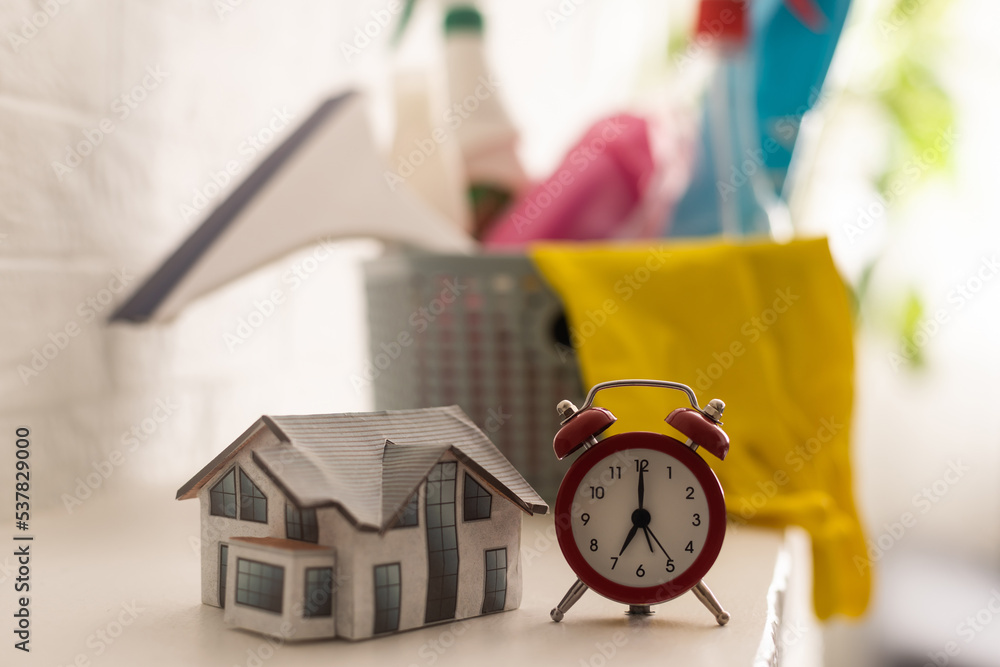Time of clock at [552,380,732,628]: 7:00
